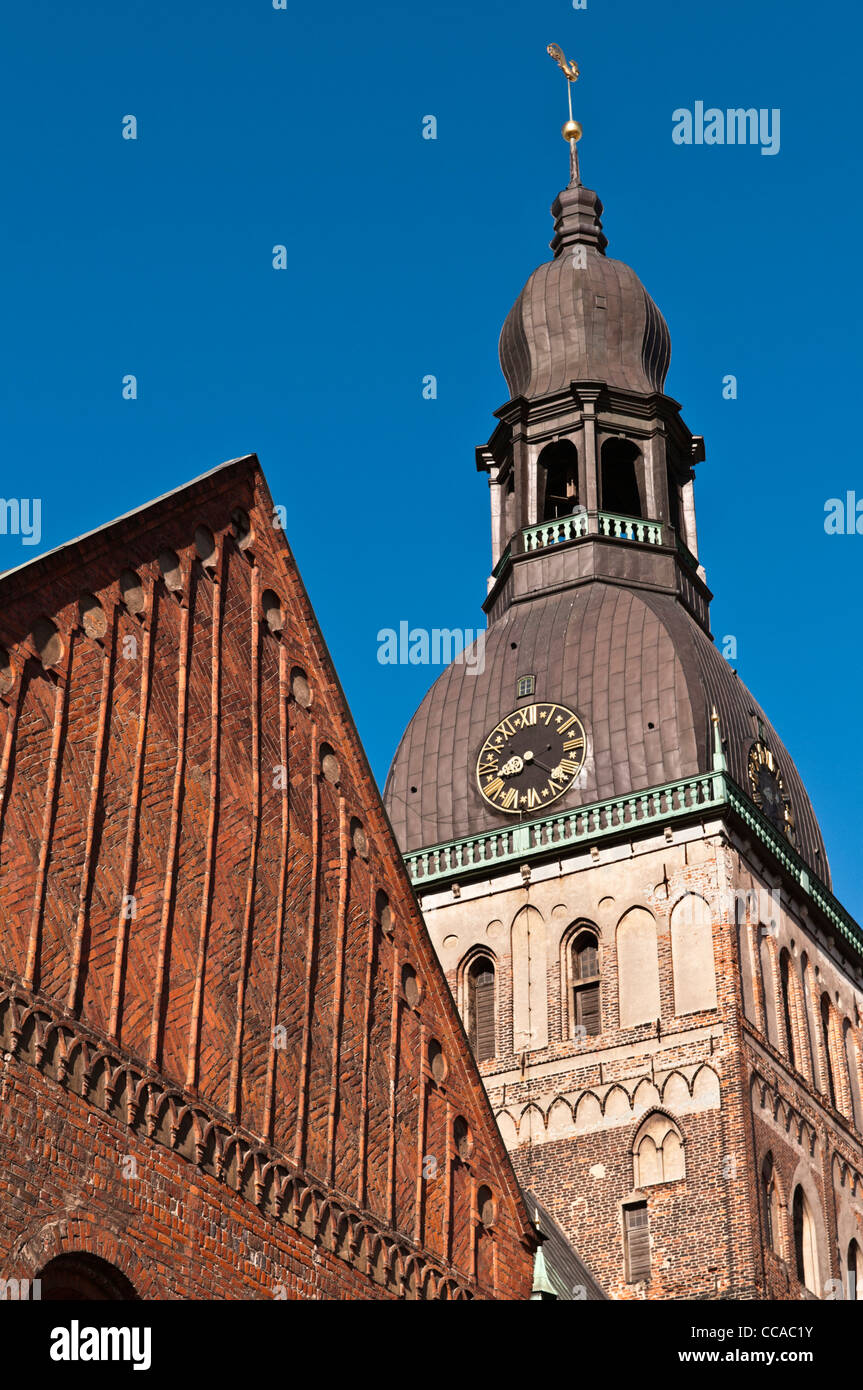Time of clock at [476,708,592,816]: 8:20
